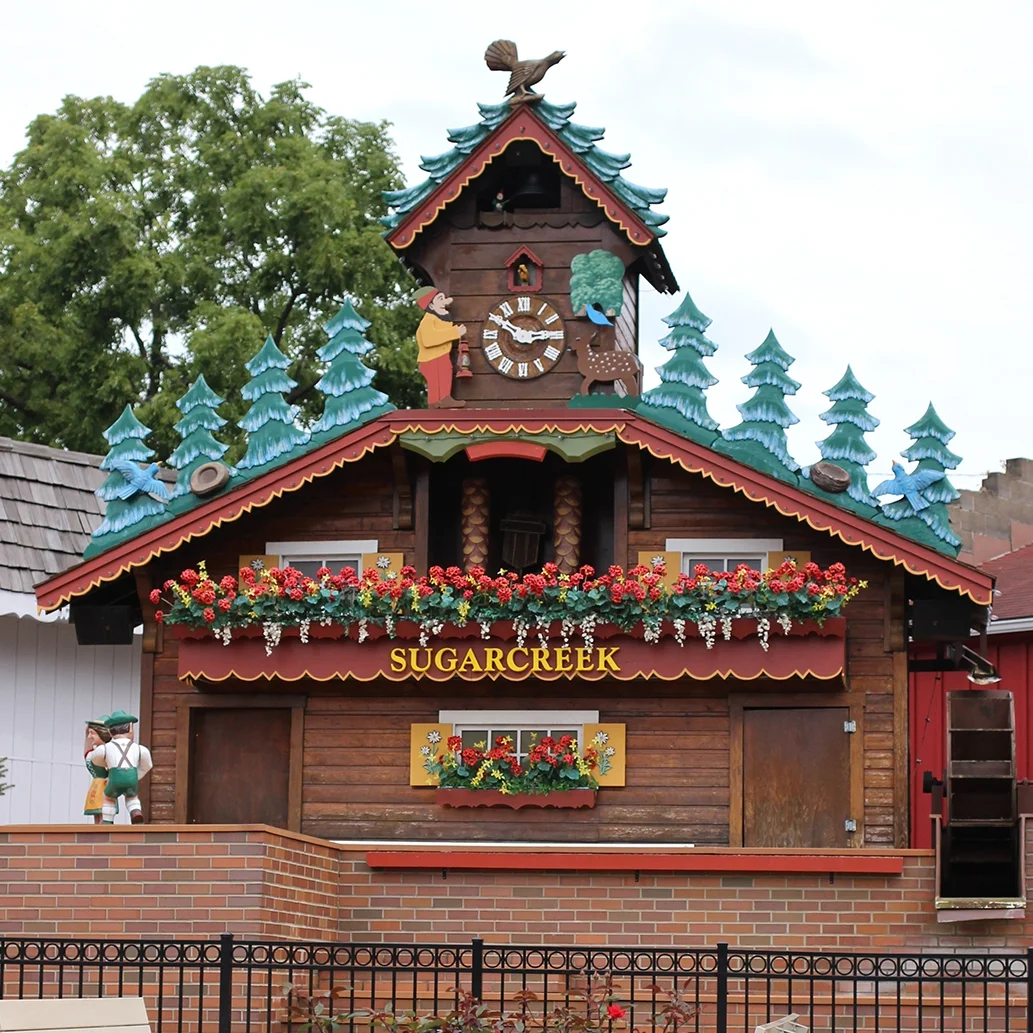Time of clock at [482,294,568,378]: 2:50
